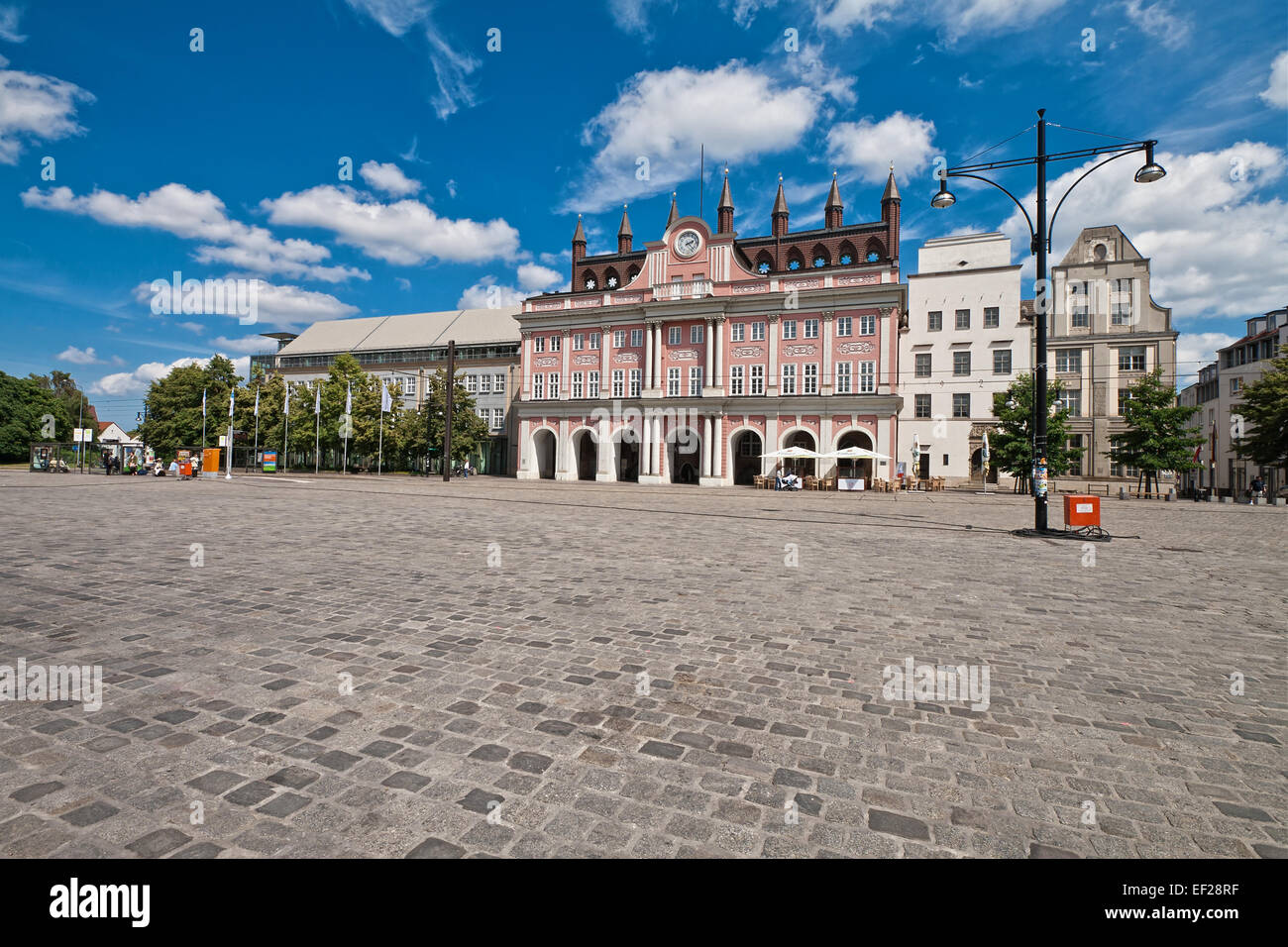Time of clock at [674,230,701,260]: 2:22
